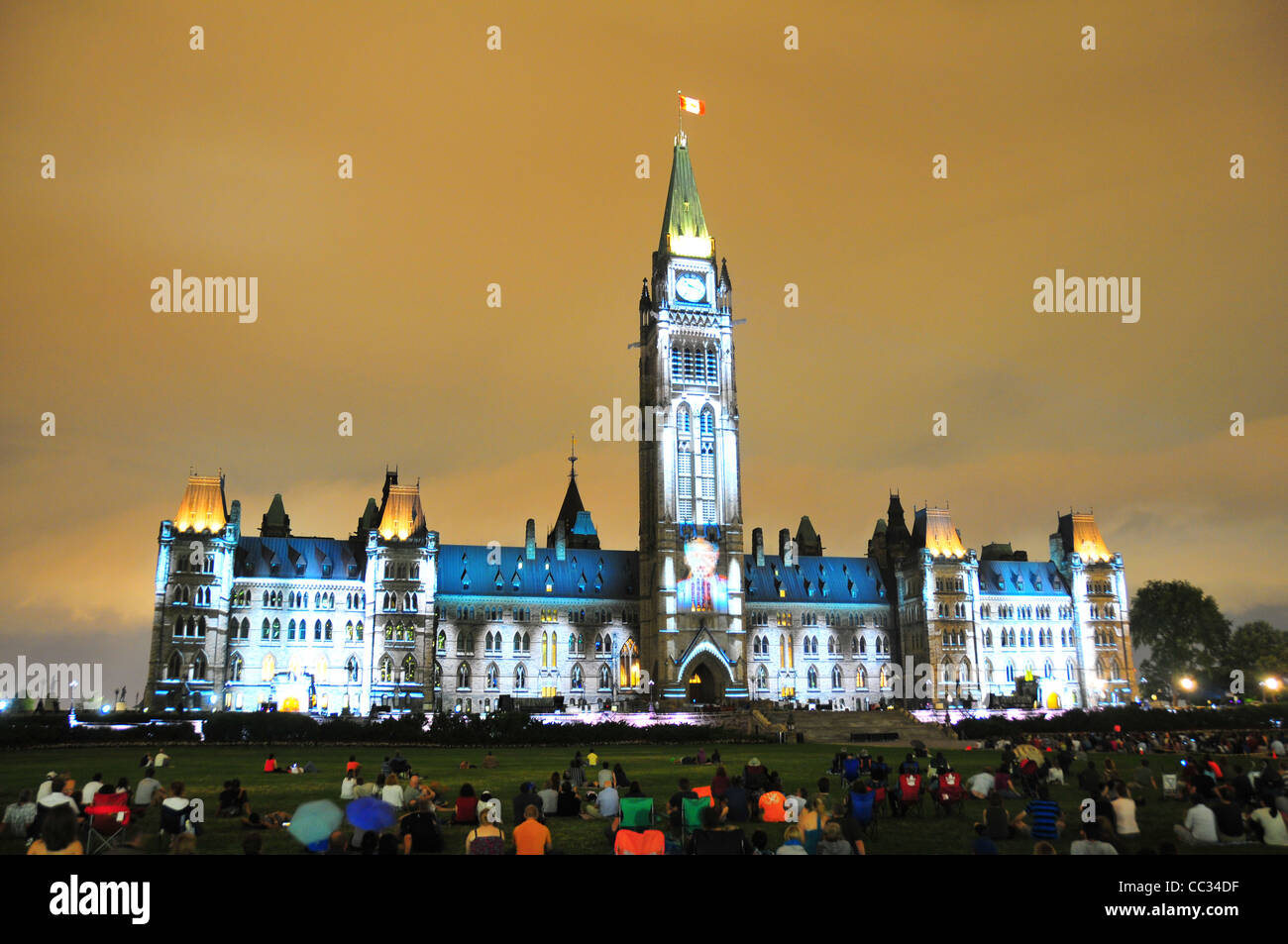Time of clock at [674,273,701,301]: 3:18
